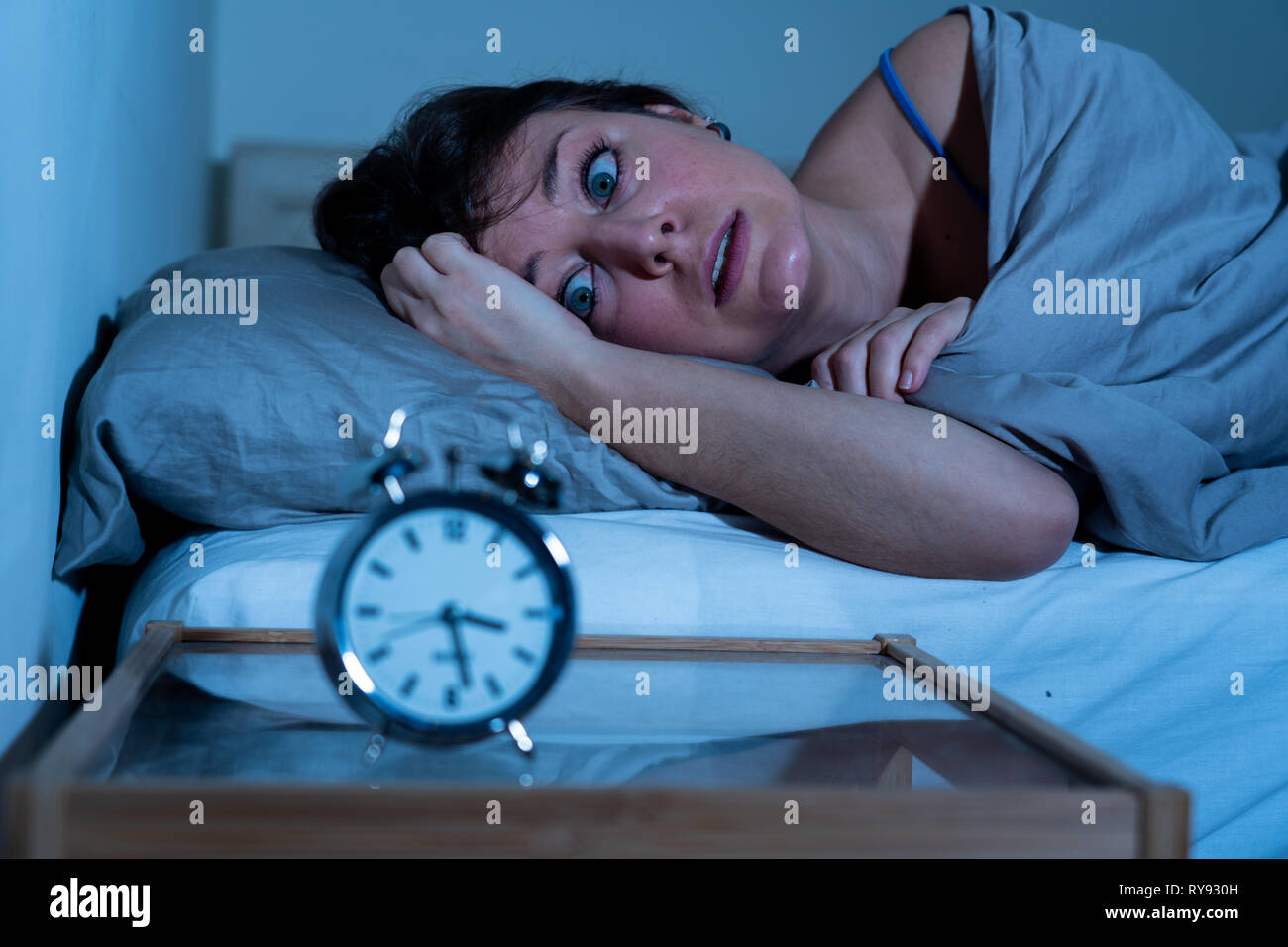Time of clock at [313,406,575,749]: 5:41
